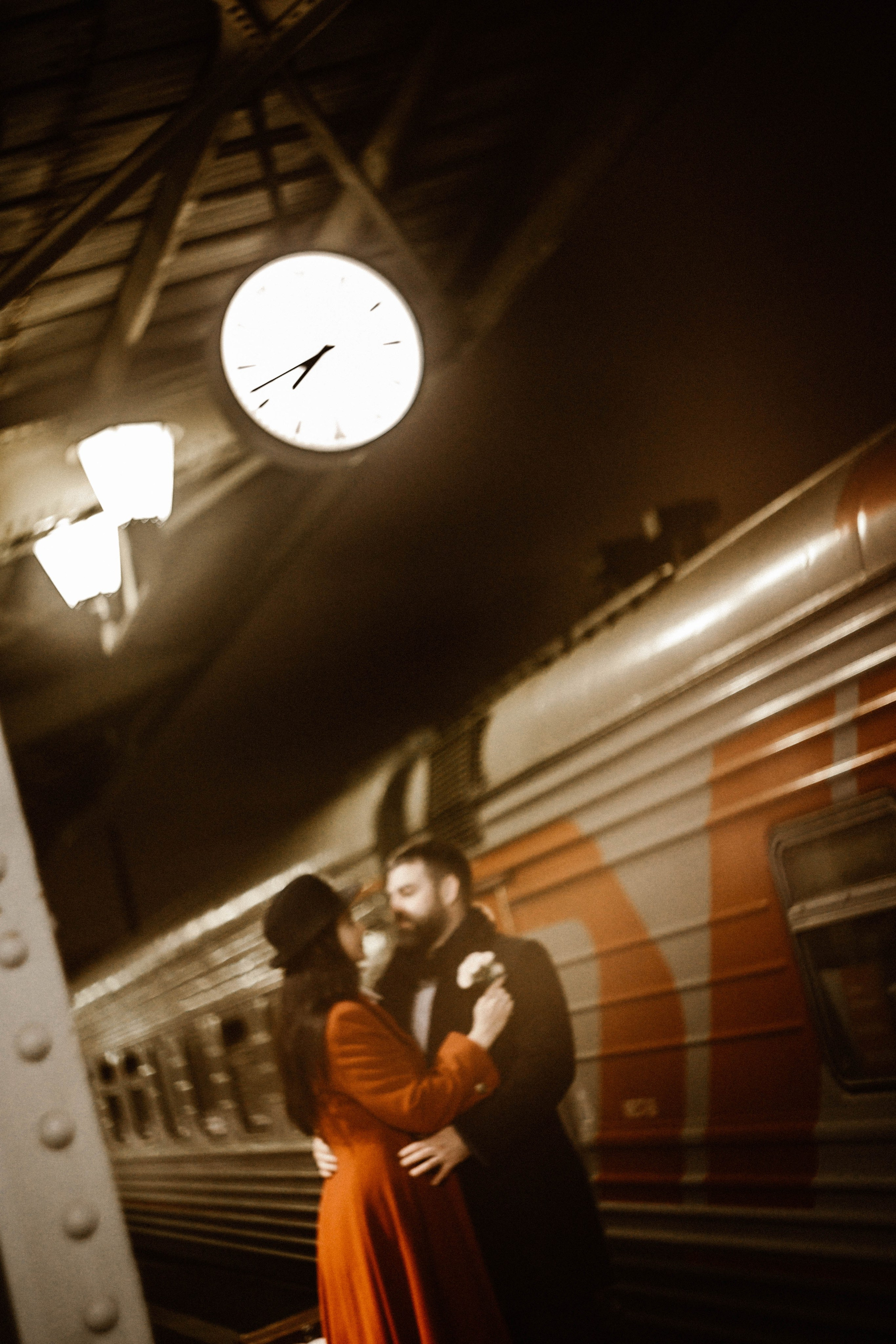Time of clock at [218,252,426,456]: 7:42
